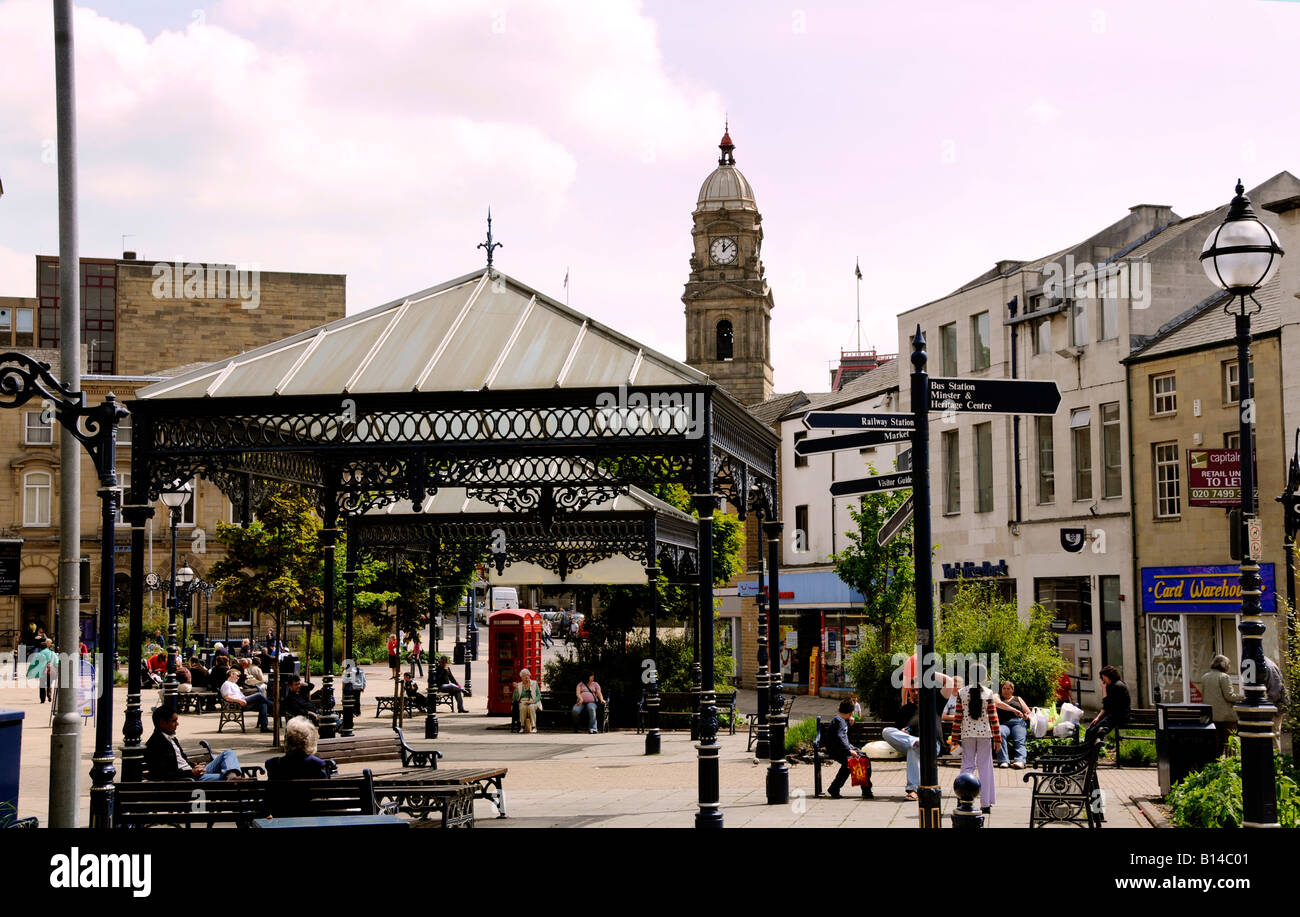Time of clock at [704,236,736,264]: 12:07
